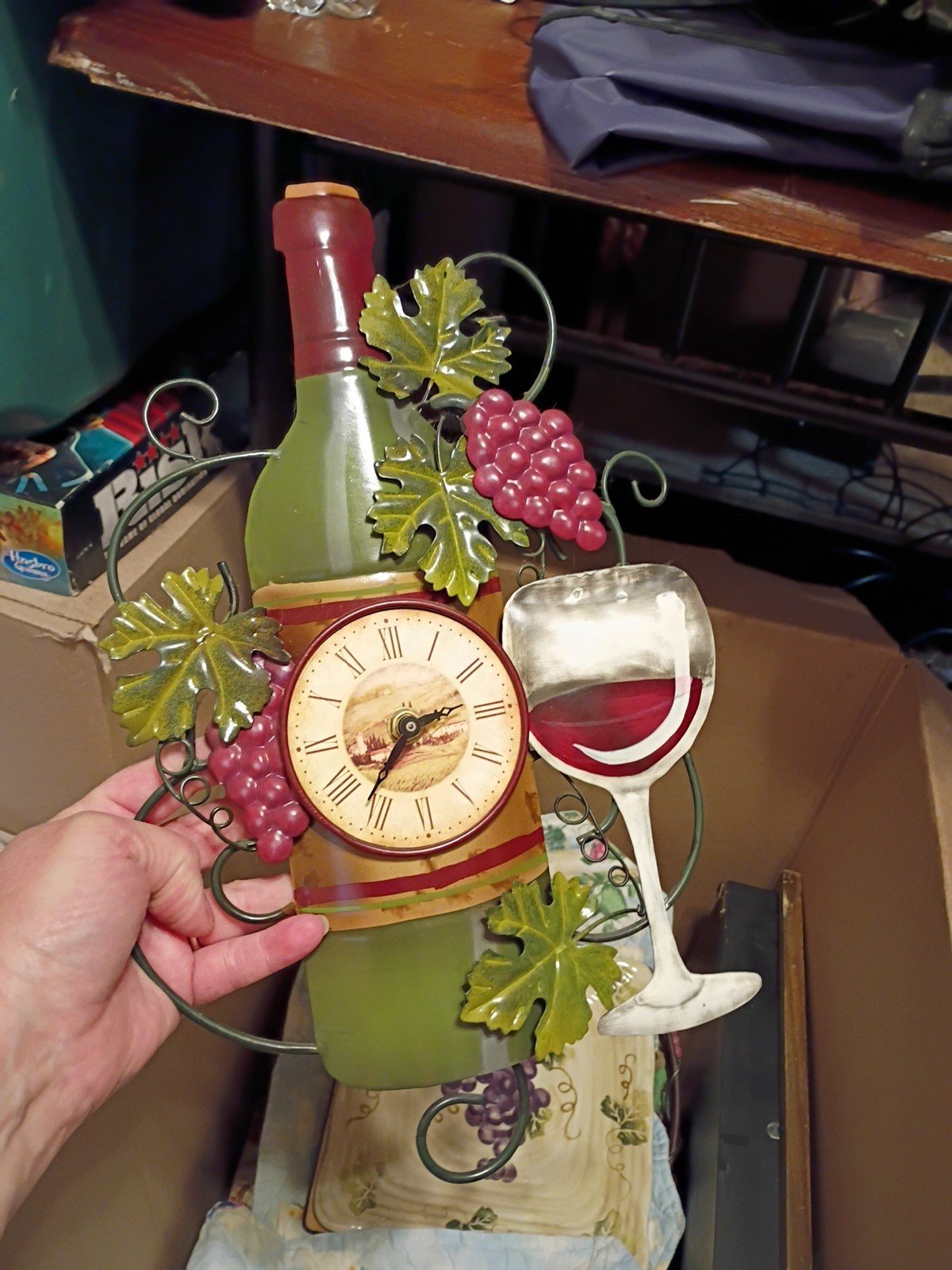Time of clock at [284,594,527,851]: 2:36
